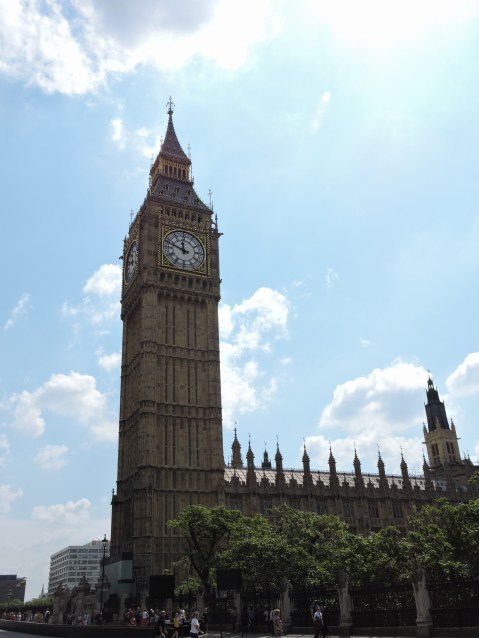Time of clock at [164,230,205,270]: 11:48
